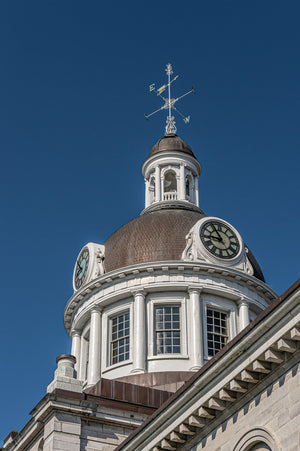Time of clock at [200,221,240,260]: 8:54
